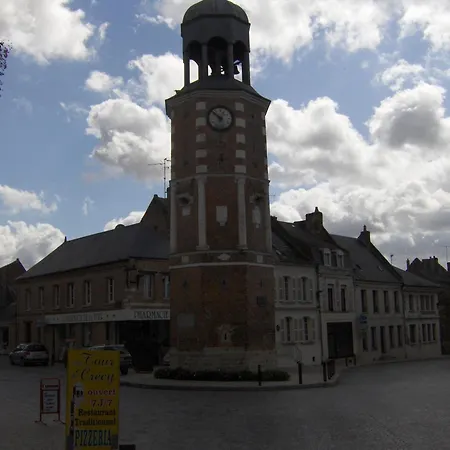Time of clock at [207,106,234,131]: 12:52
